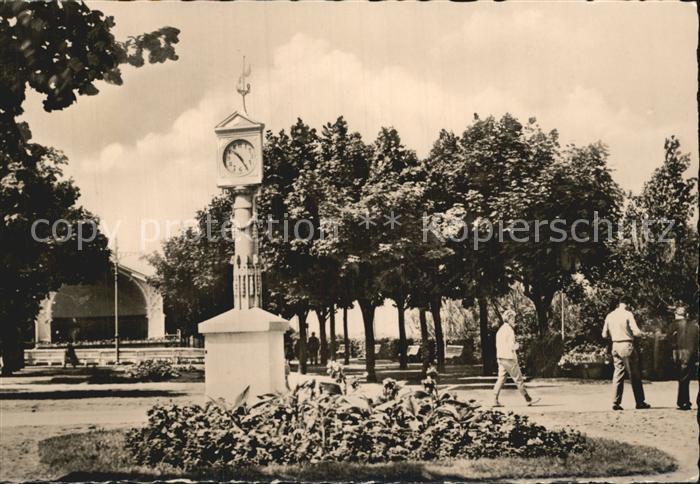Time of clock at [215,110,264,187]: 10:23
